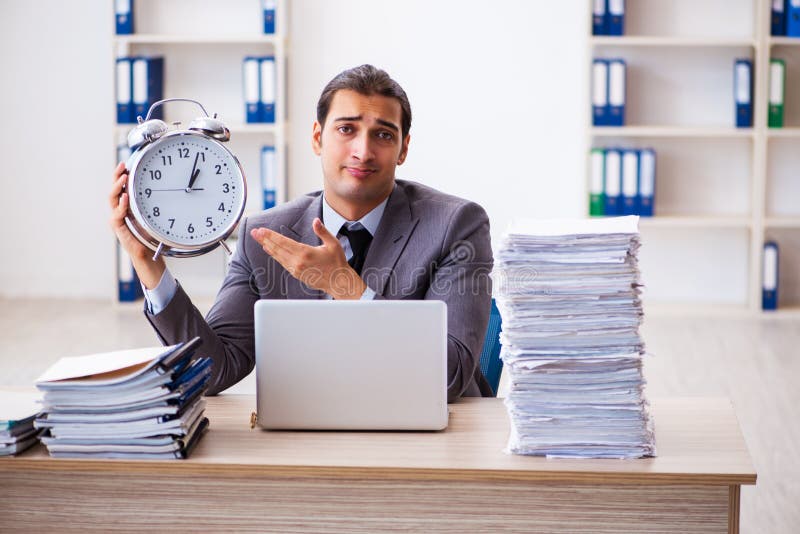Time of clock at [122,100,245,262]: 1:03
